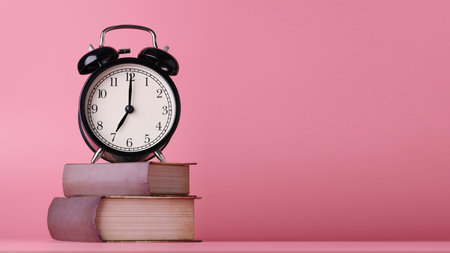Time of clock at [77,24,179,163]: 7:00
